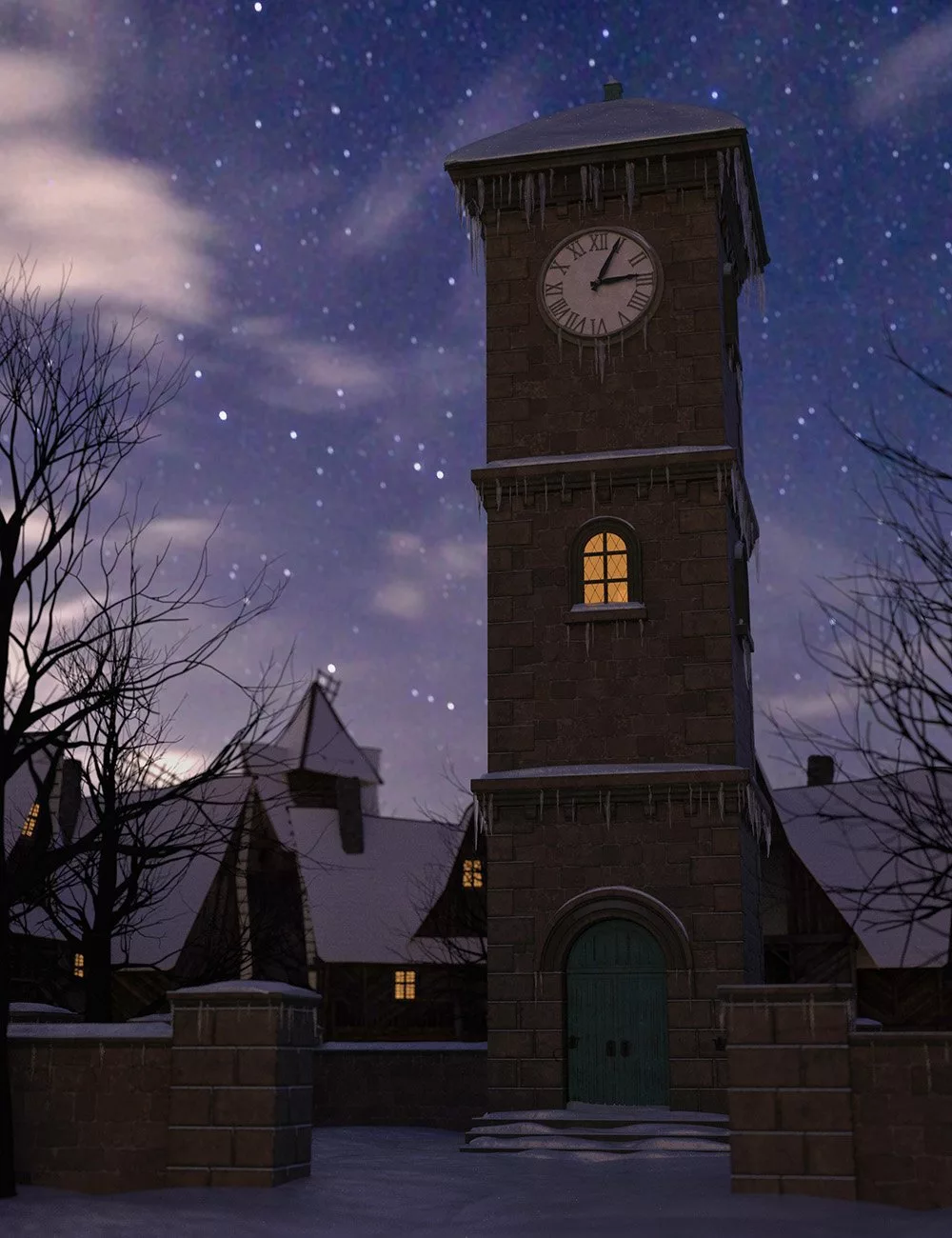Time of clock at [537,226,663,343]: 3:04
